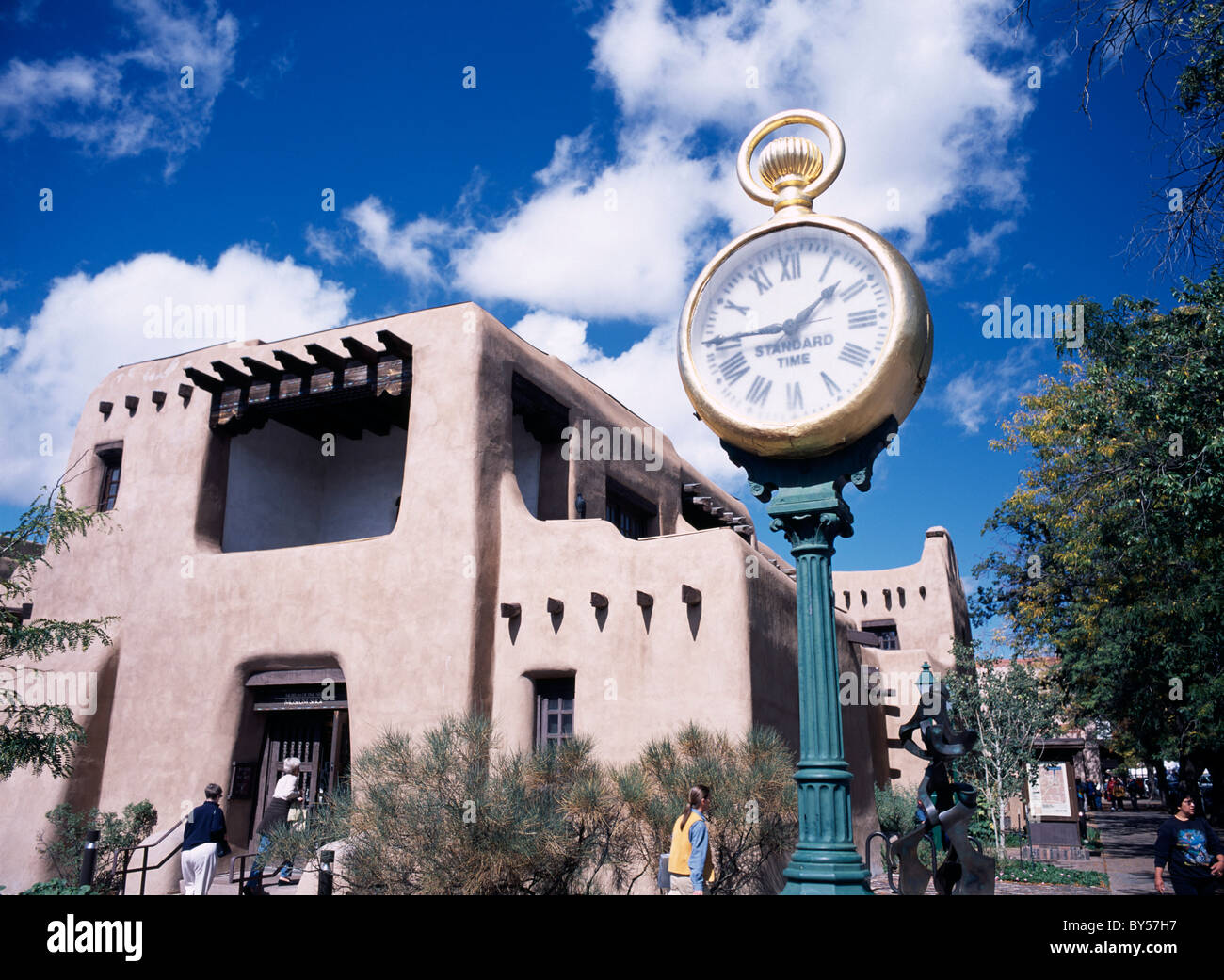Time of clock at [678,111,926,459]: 1:44
